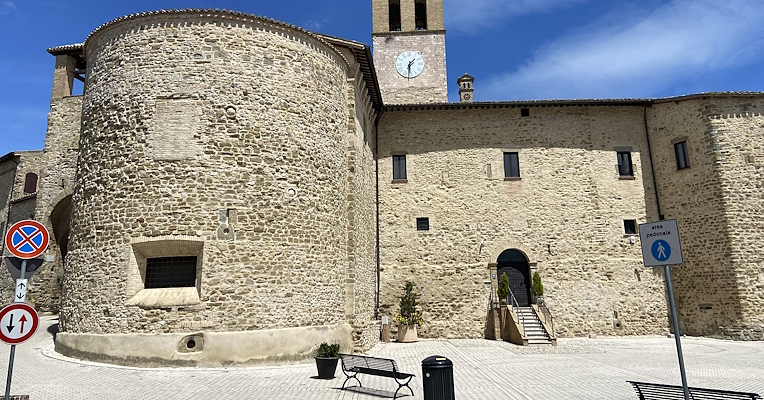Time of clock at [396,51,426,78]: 1:30
